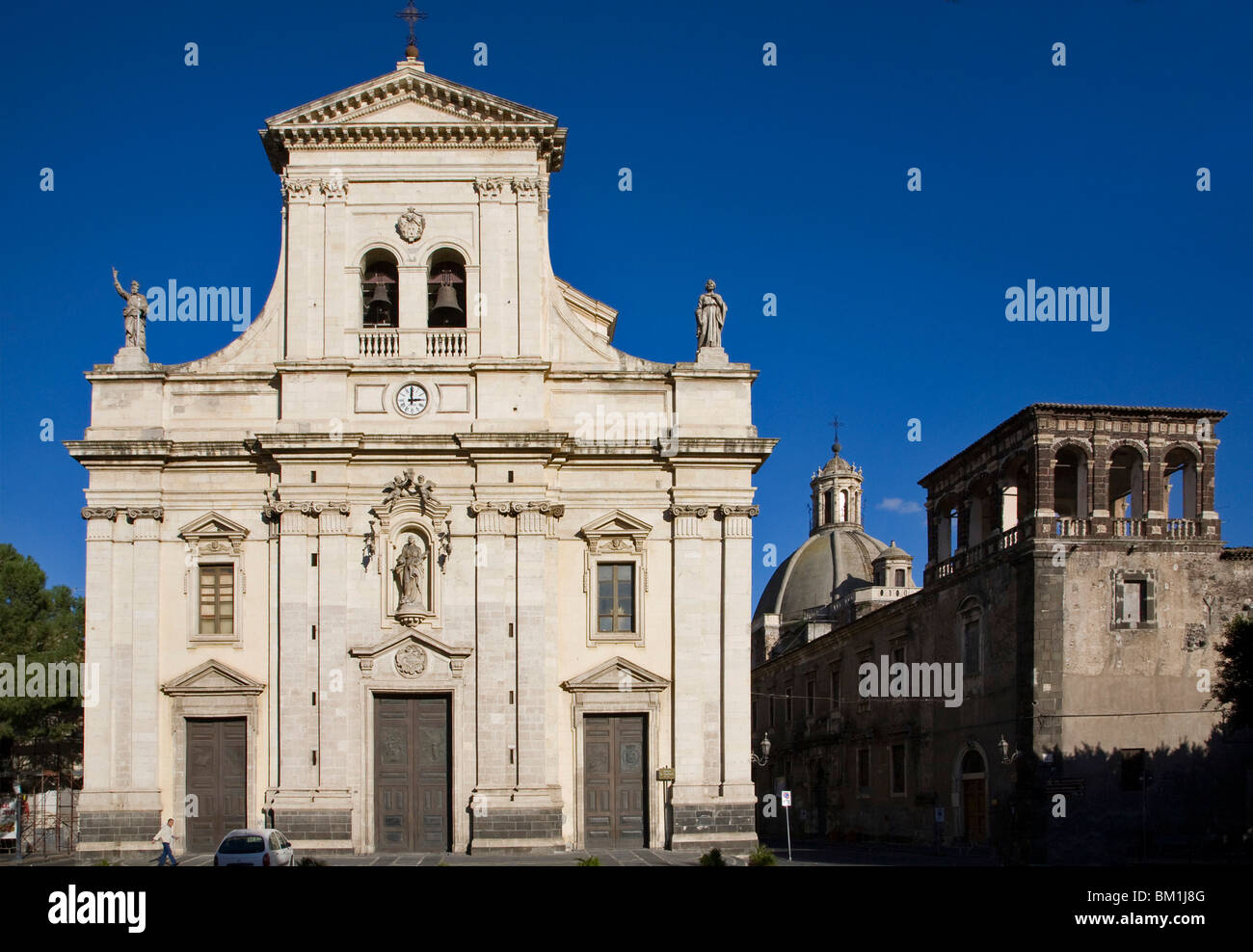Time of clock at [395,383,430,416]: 2:59
